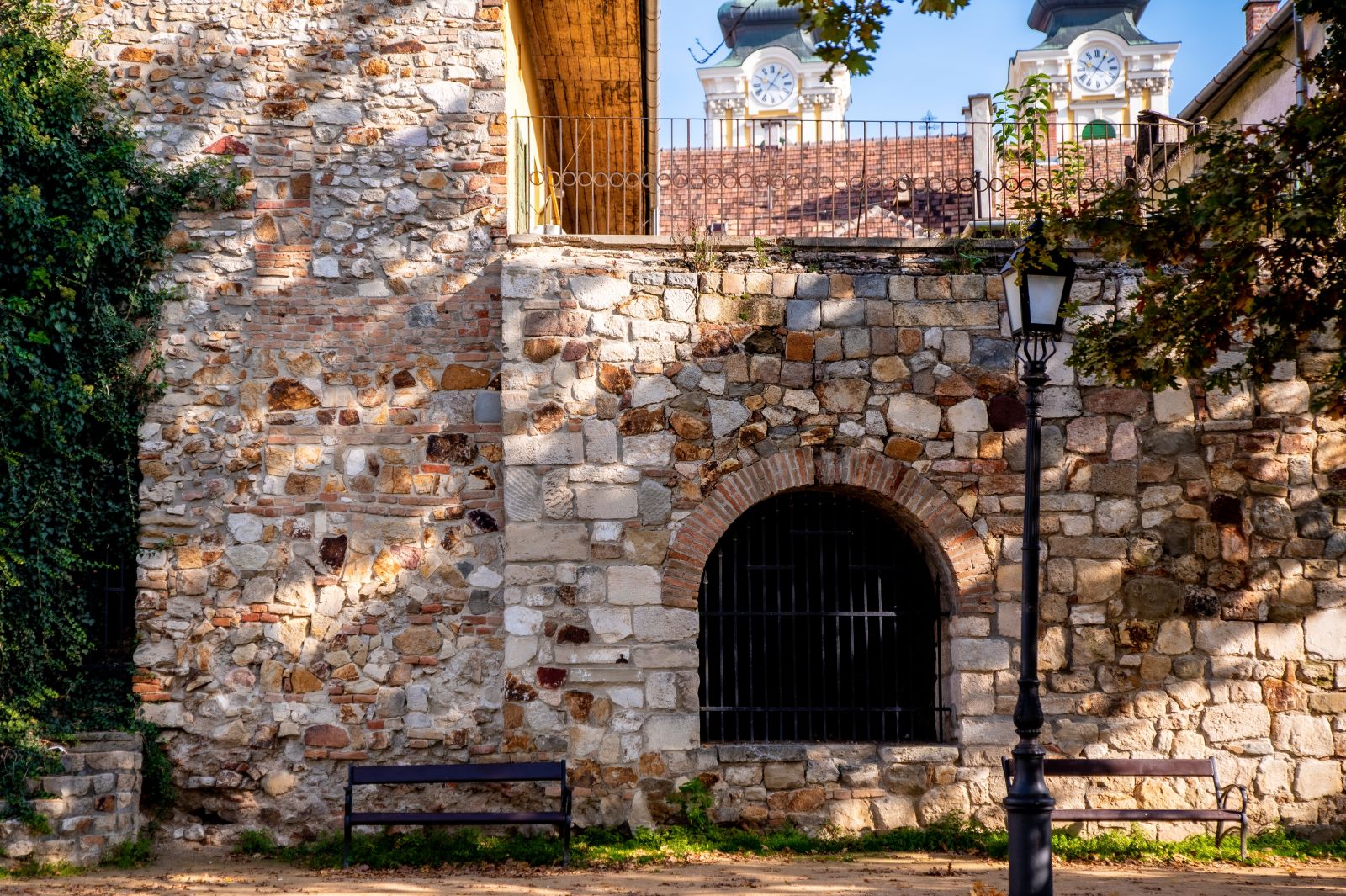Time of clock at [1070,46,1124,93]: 10:05
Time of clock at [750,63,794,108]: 4:05
